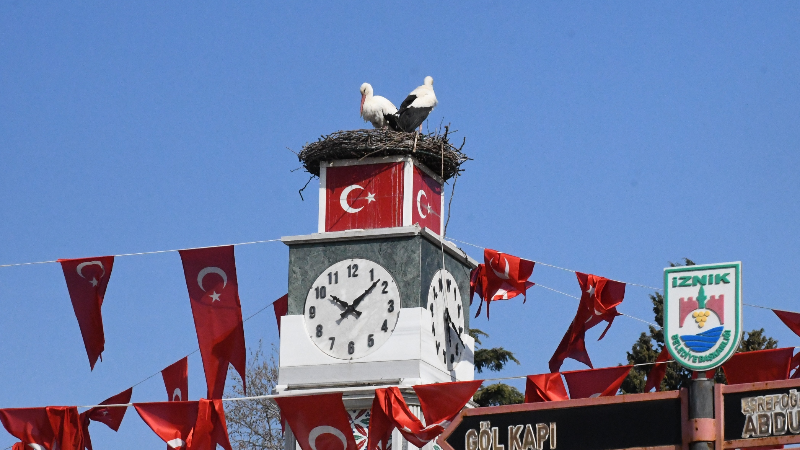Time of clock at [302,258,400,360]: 10:07
